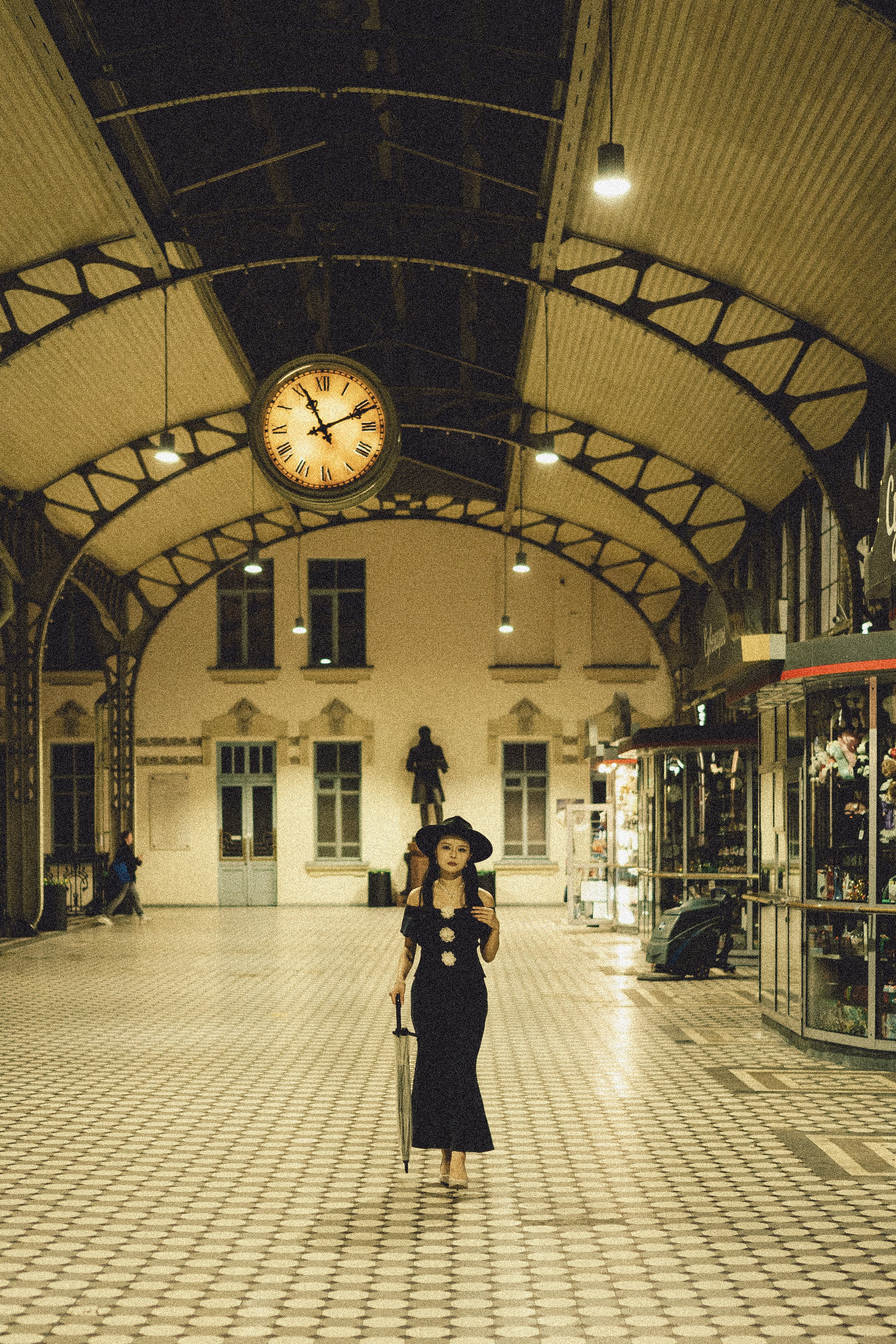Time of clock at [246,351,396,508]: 11:11
